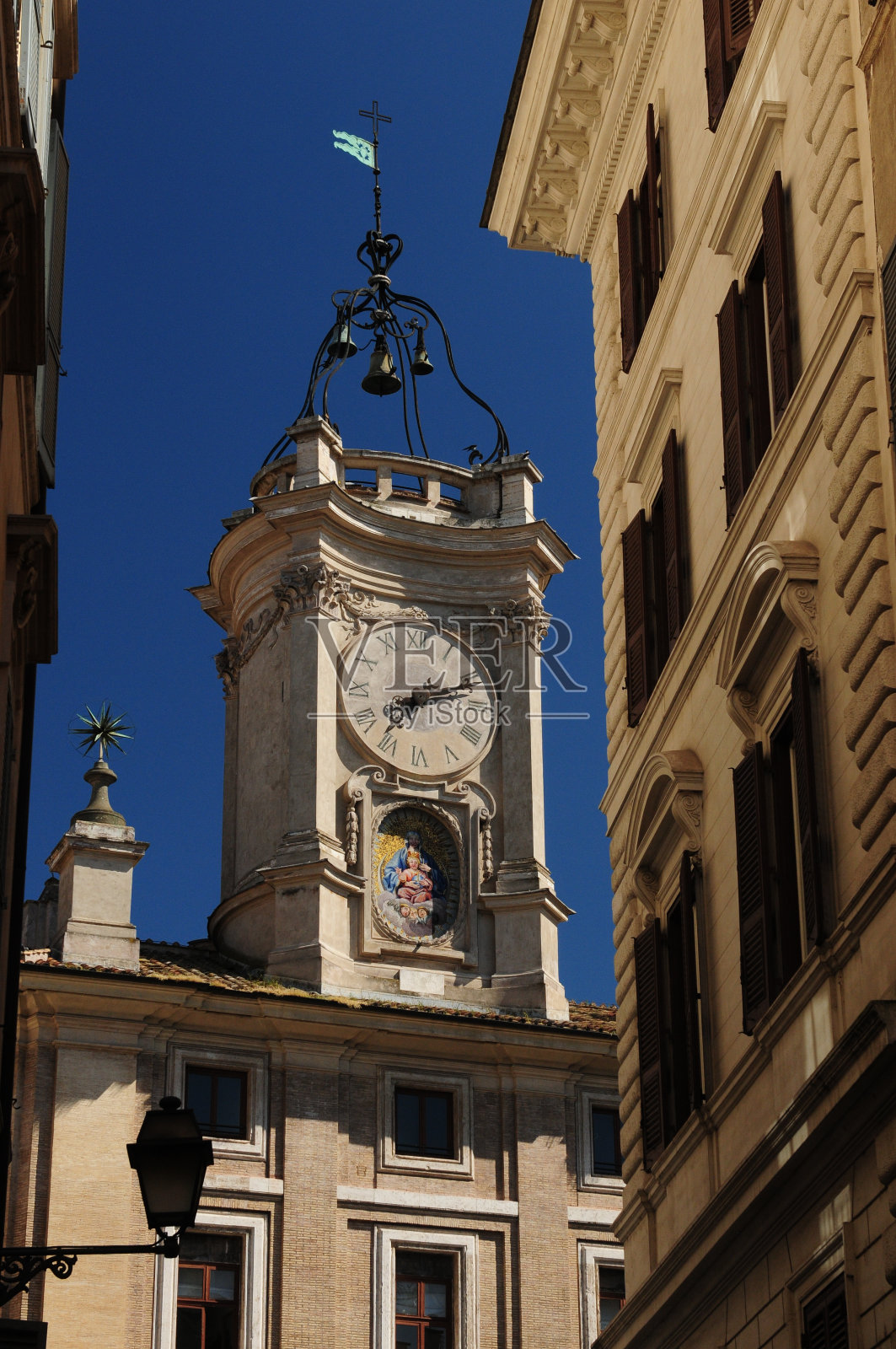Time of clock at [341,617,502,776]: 7:11
